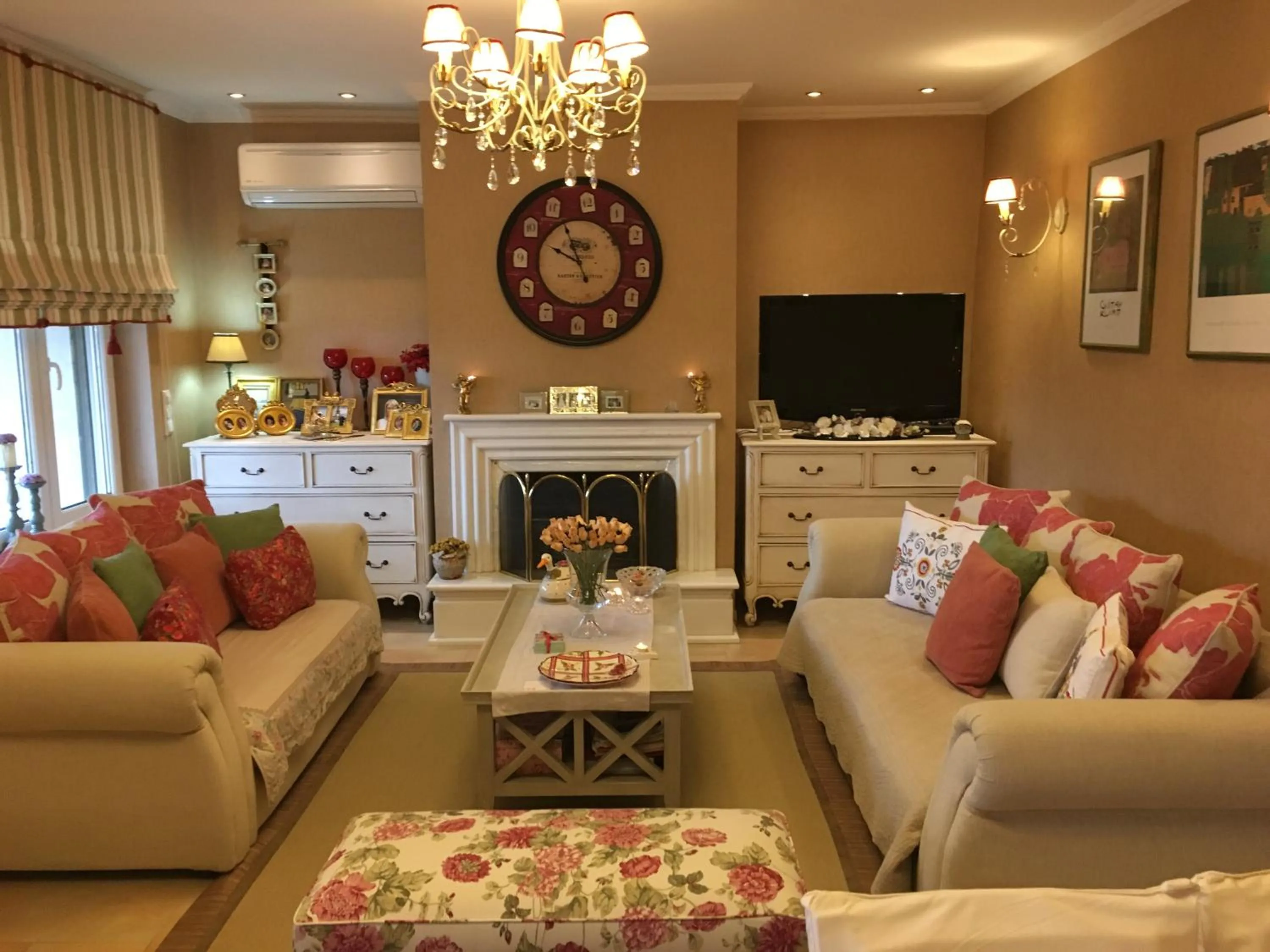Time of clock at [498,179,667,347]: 9:56
